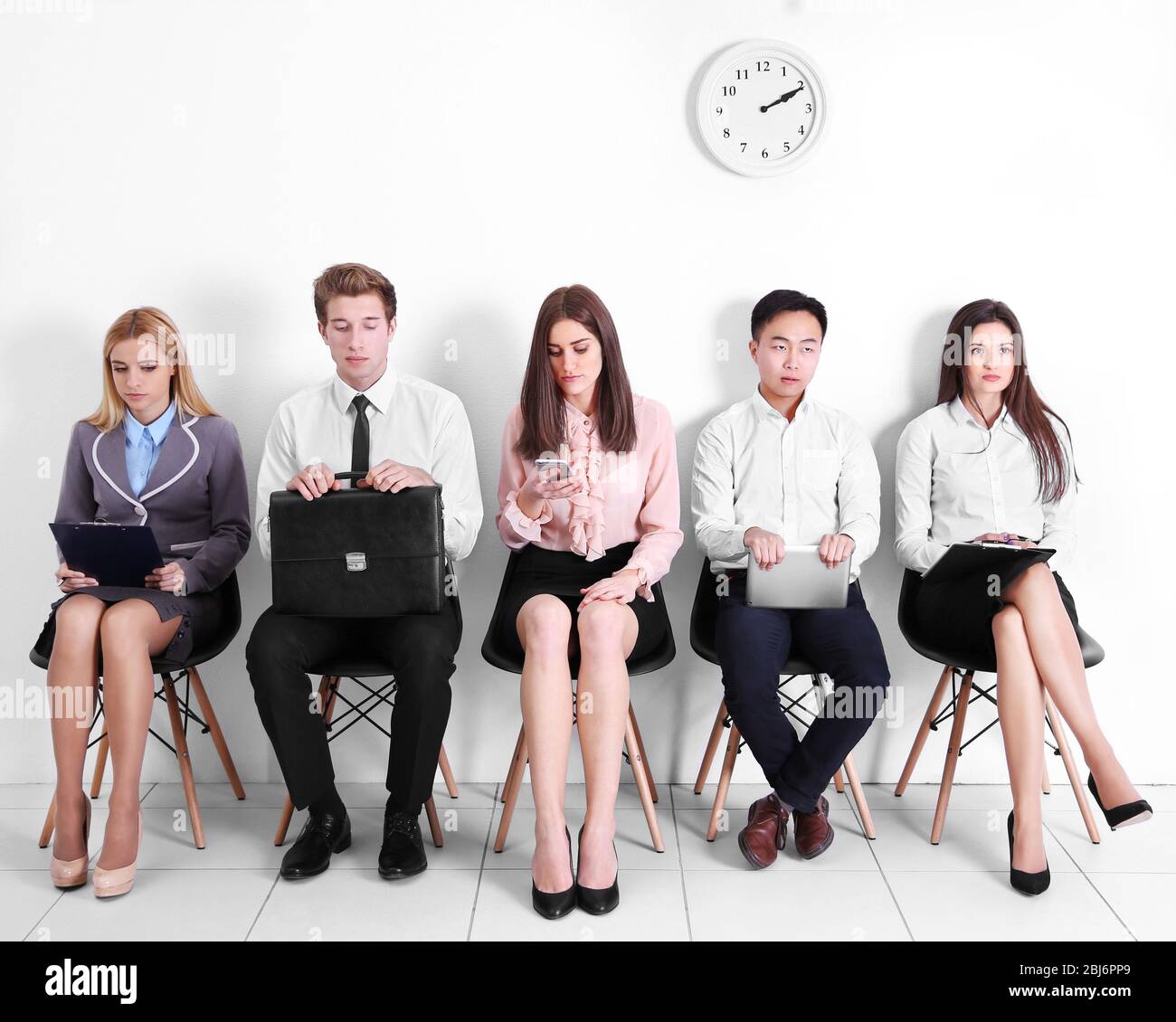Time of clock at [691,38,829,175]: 2:10
